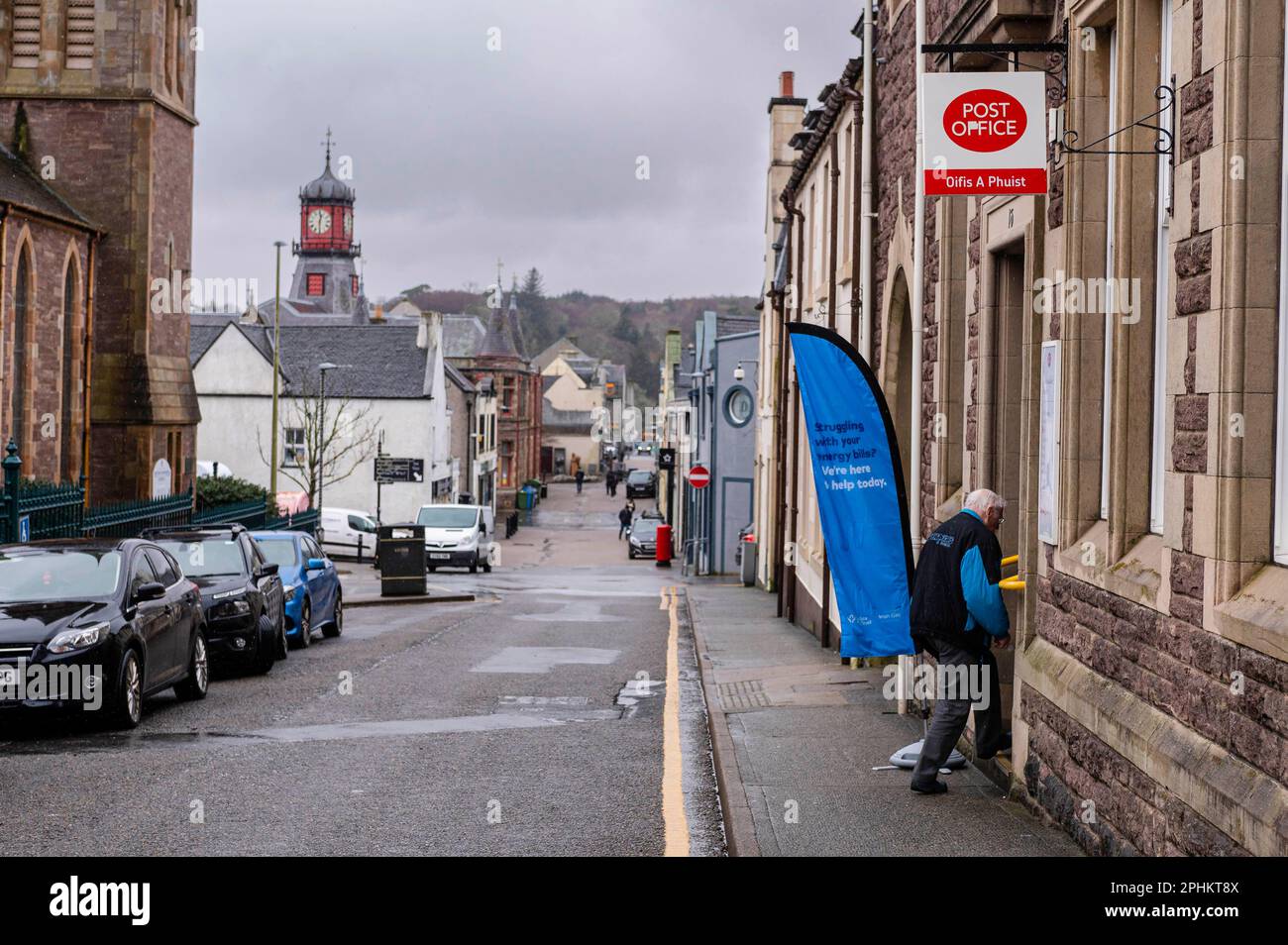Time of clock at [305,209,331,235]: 12:30
